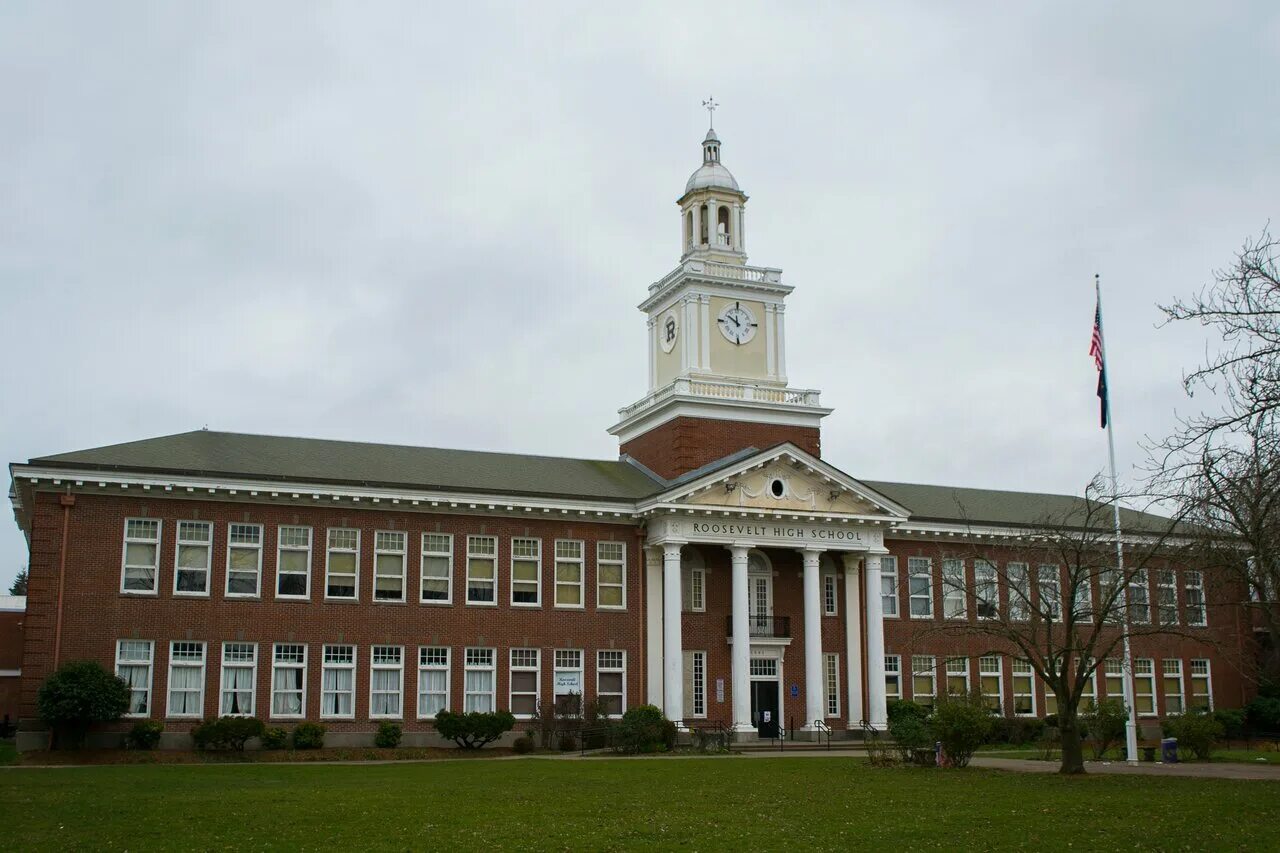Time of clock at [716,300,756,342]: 11:50
